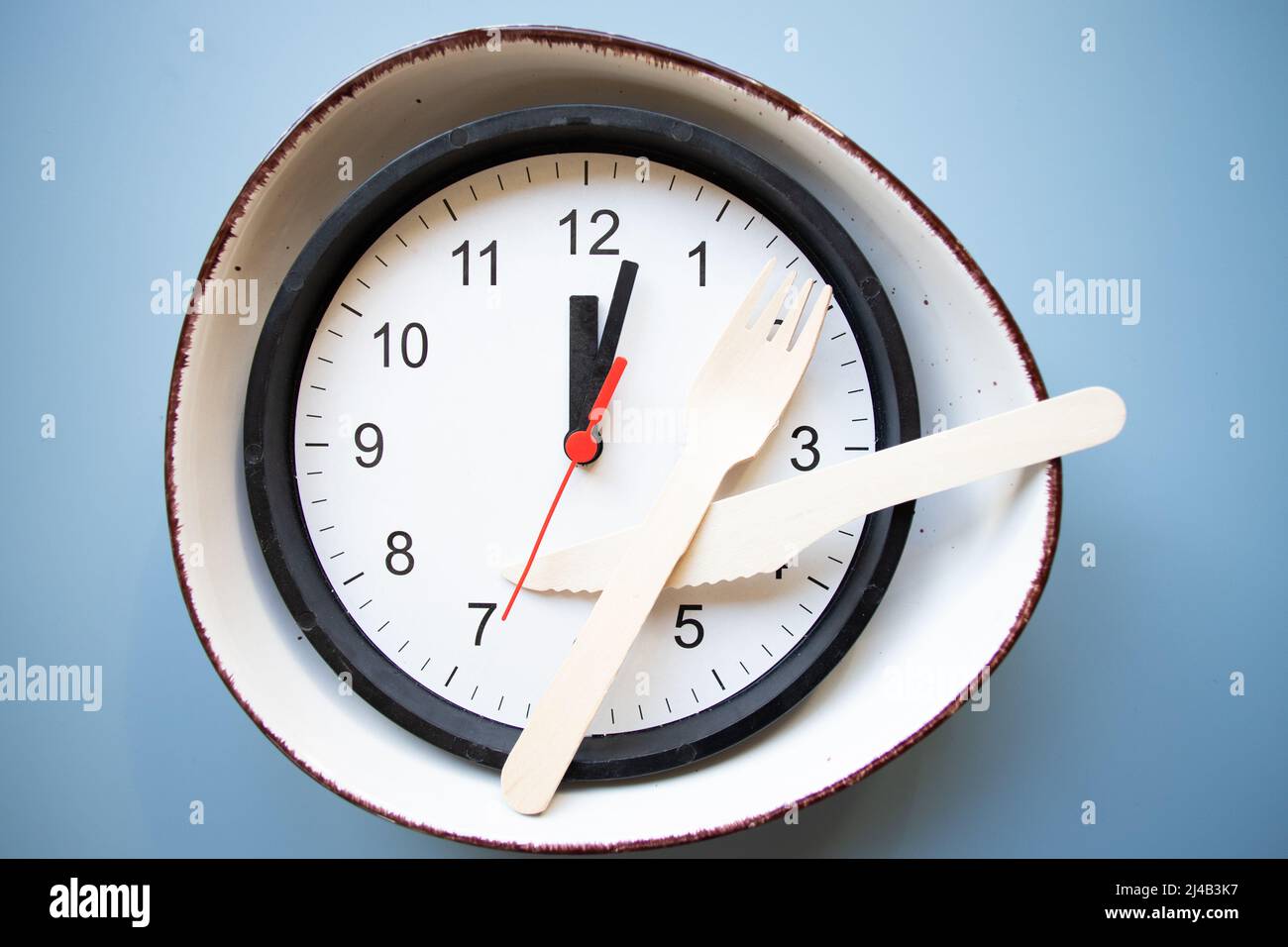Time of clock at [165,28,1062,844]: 12:02
